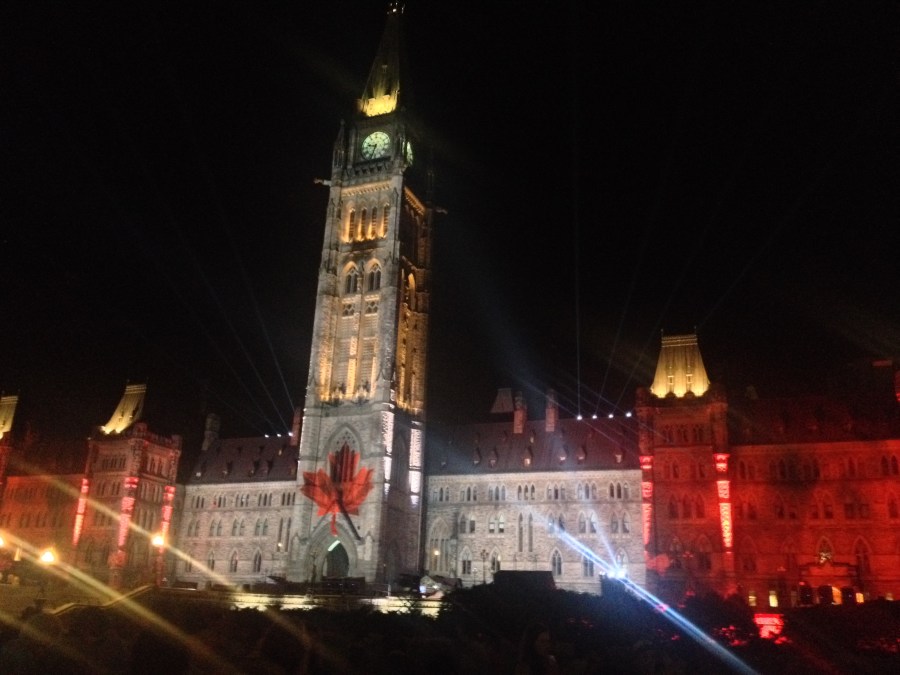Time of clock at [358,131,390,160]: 9:33
